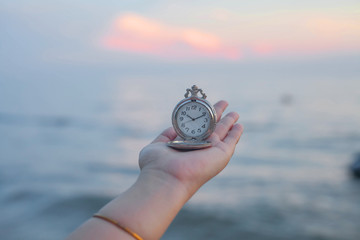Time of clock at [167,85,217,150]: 10:10
